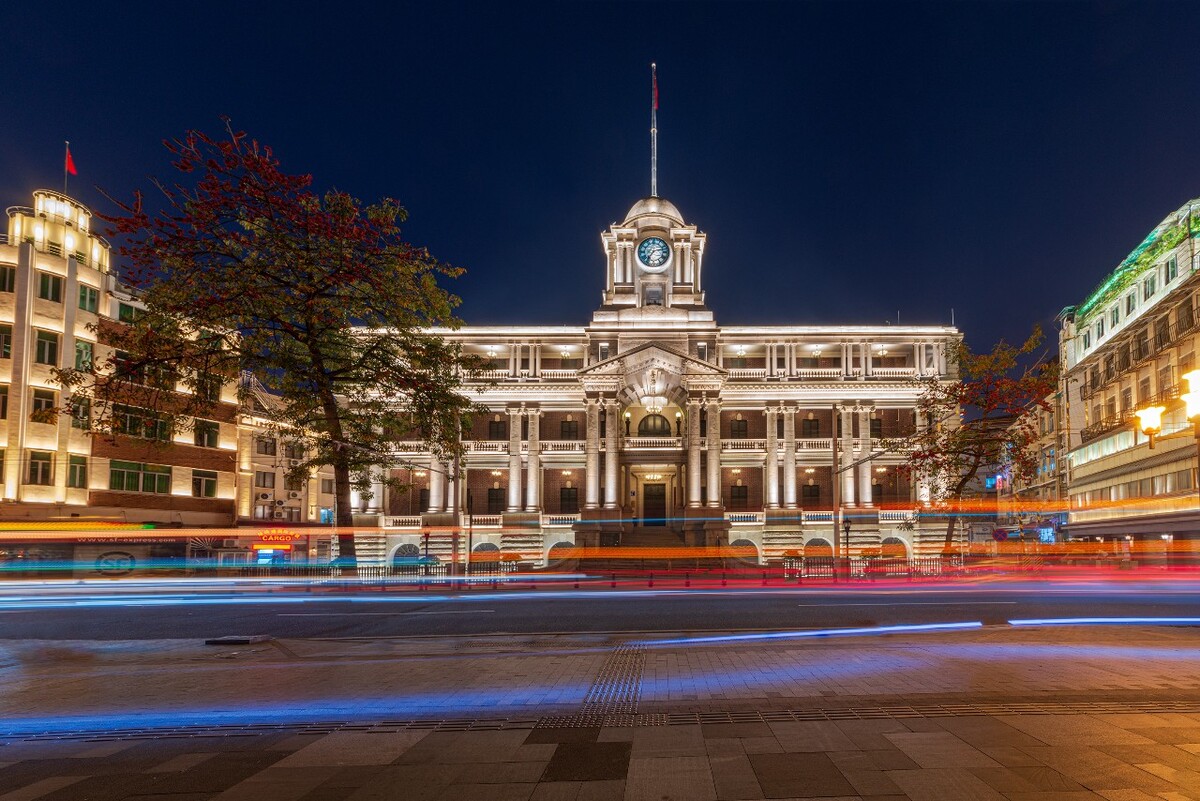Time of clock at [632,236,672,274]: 7:12
